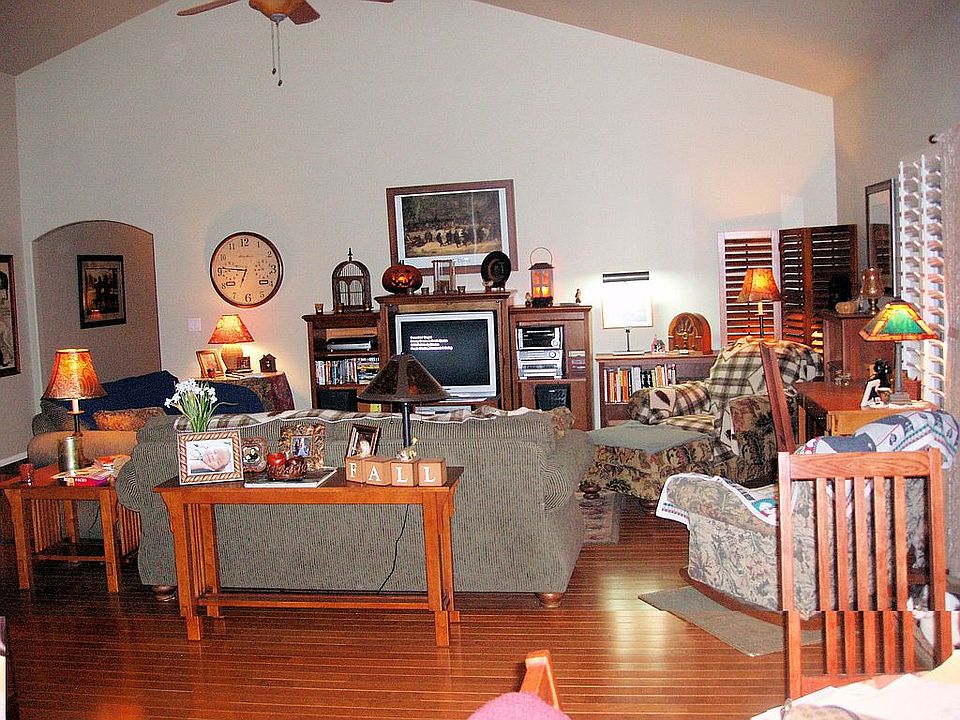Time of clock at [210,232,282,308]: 6:46
